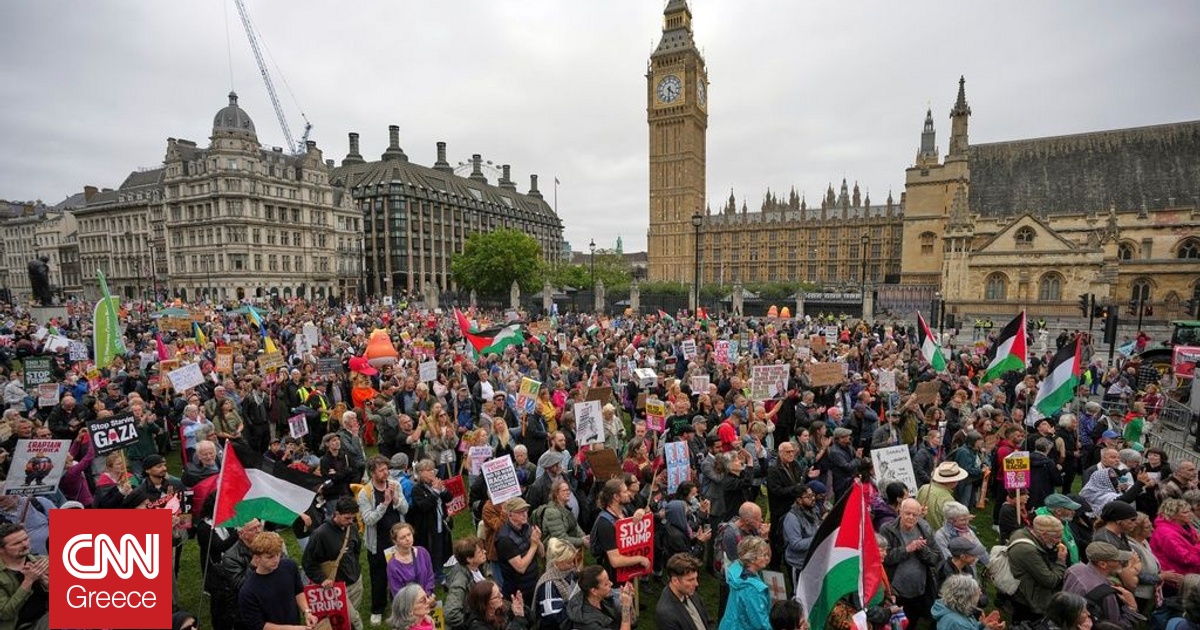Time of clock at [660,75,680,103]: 4:31
